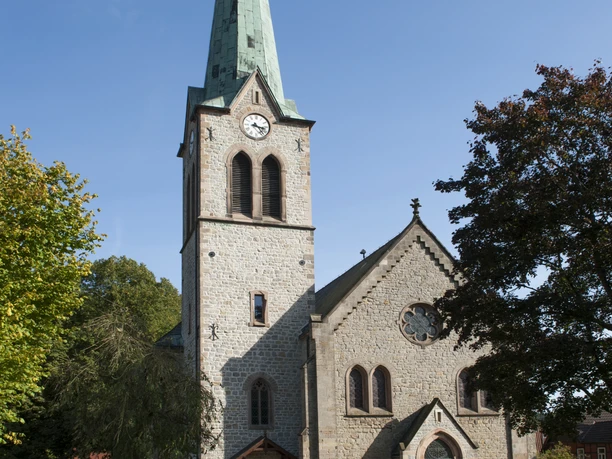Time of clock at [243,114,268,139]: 3:23
